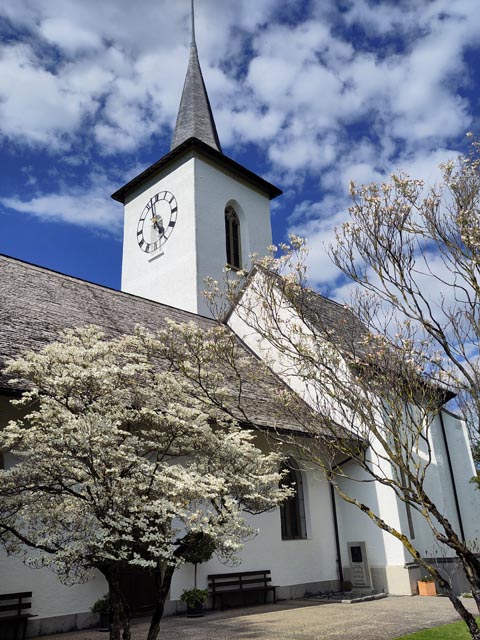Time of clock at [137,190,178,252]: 4:57
